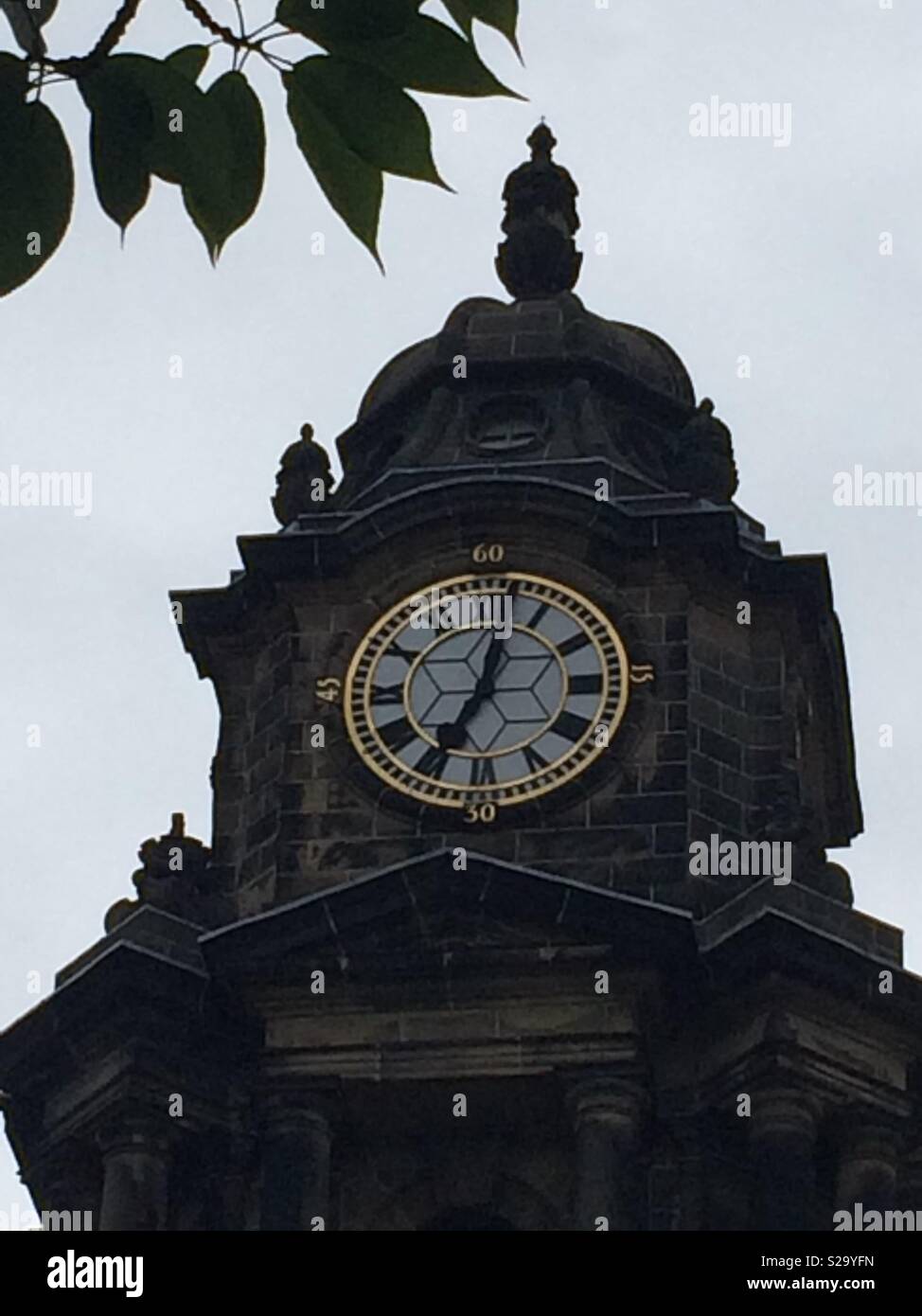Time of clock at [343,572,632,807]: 12:34
